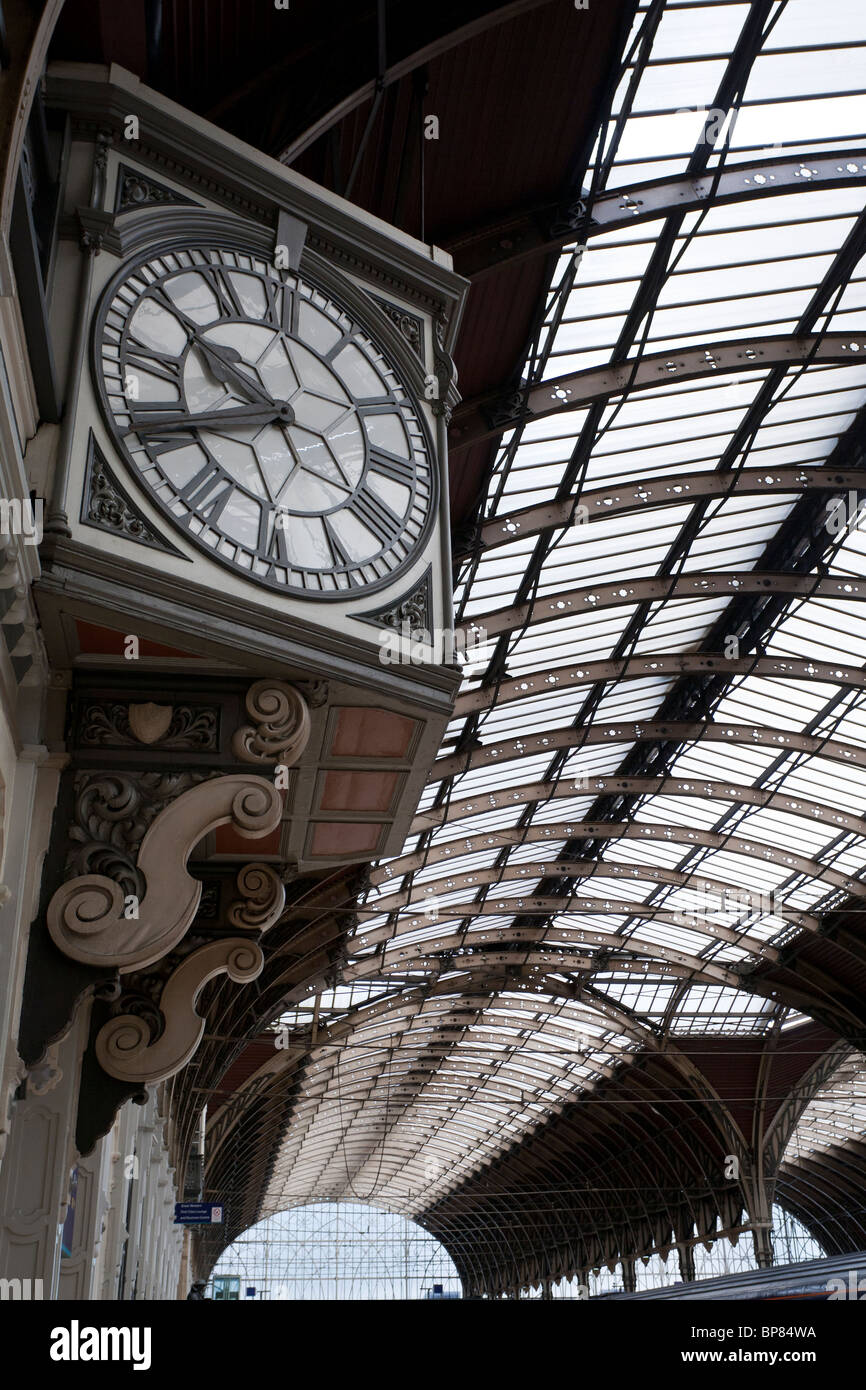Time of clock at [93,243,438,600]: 9:40
